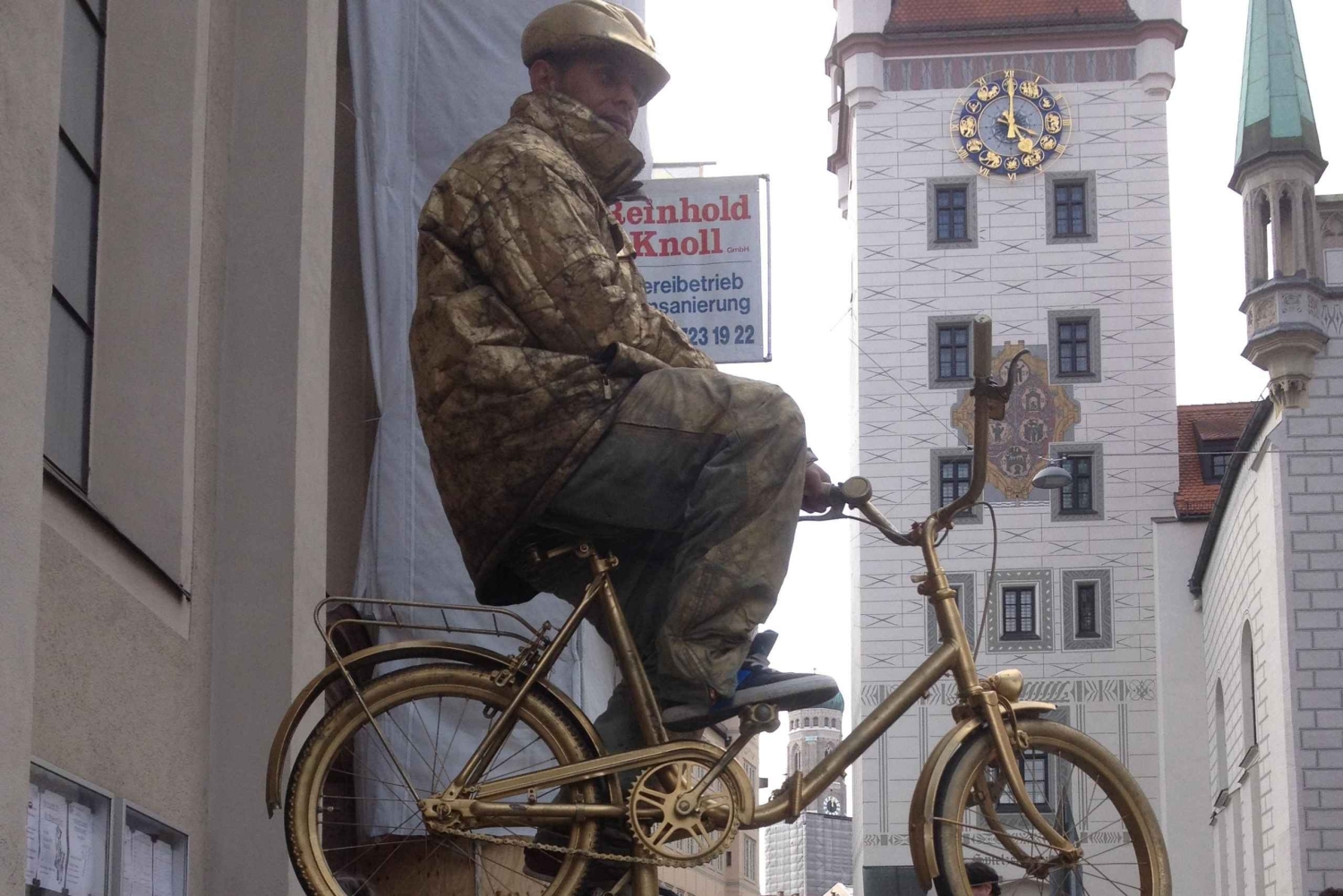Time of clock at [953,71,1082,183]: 4:00
